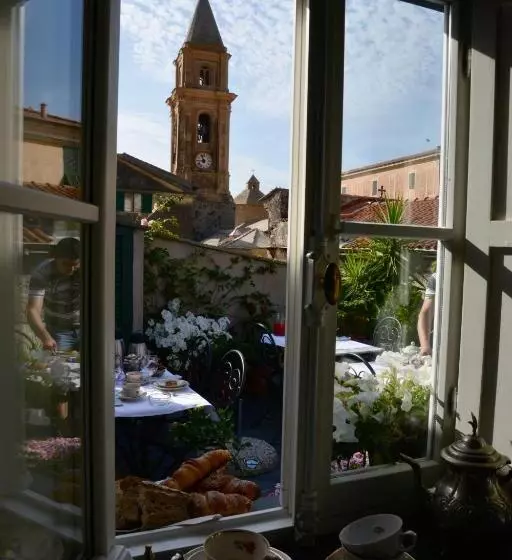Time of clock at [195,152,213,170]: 8:56
